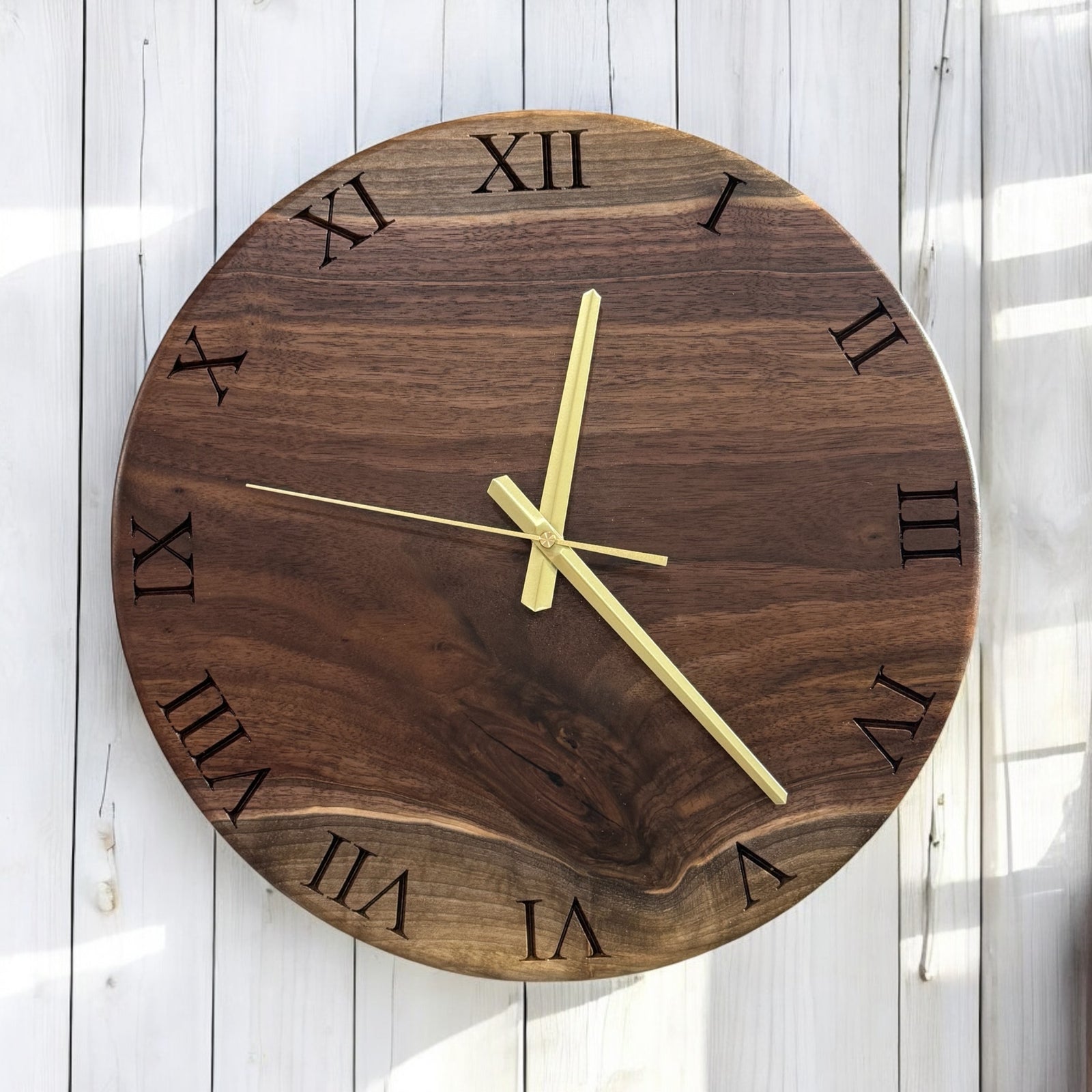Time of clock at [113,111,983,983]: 12:23
